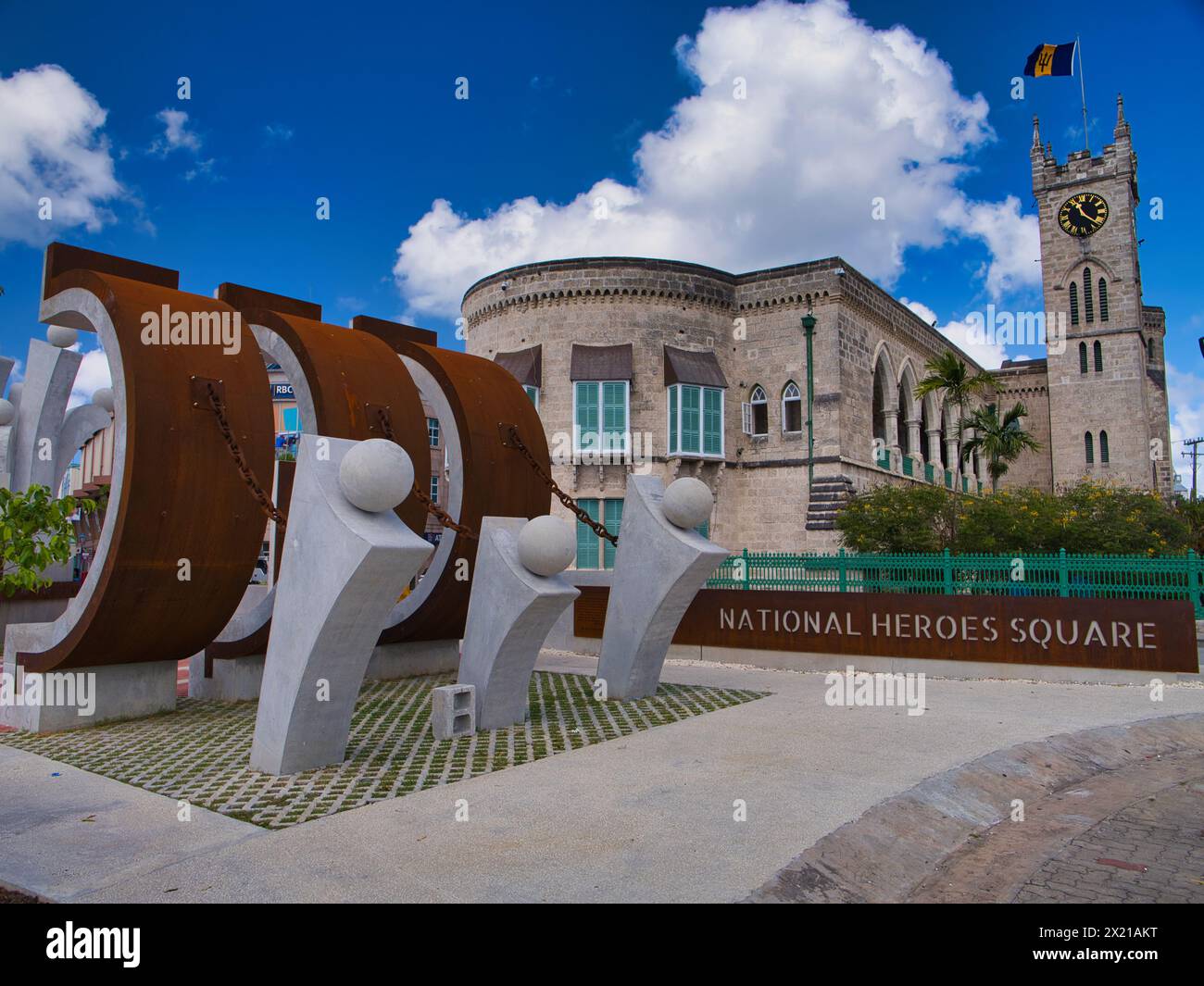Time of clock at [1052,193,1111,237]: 11:21
